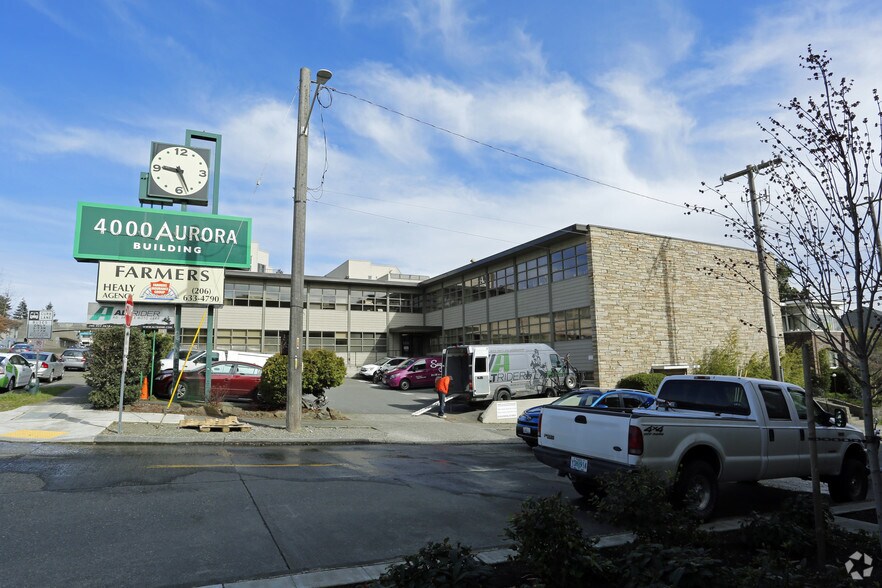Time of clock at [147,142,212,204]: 9:26
